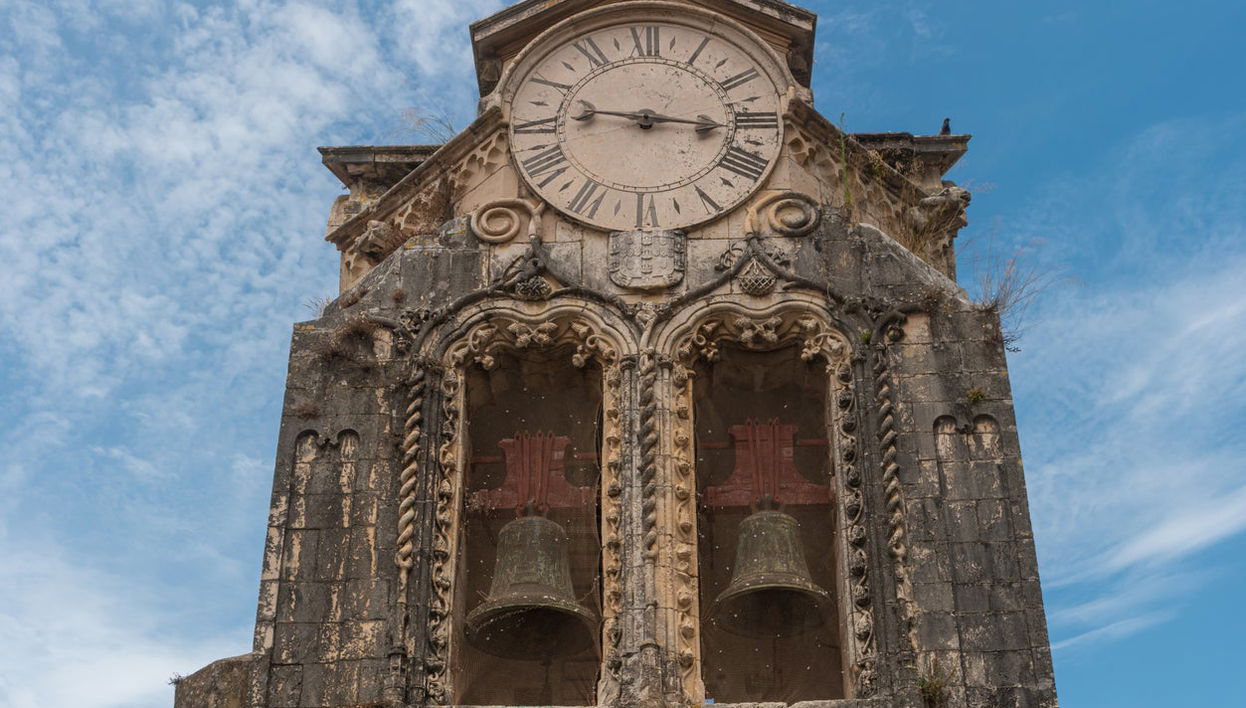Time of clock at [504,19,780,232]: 9:16
